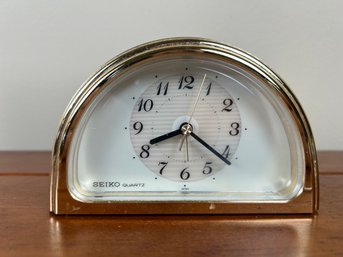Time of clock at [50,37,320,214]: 8:21
